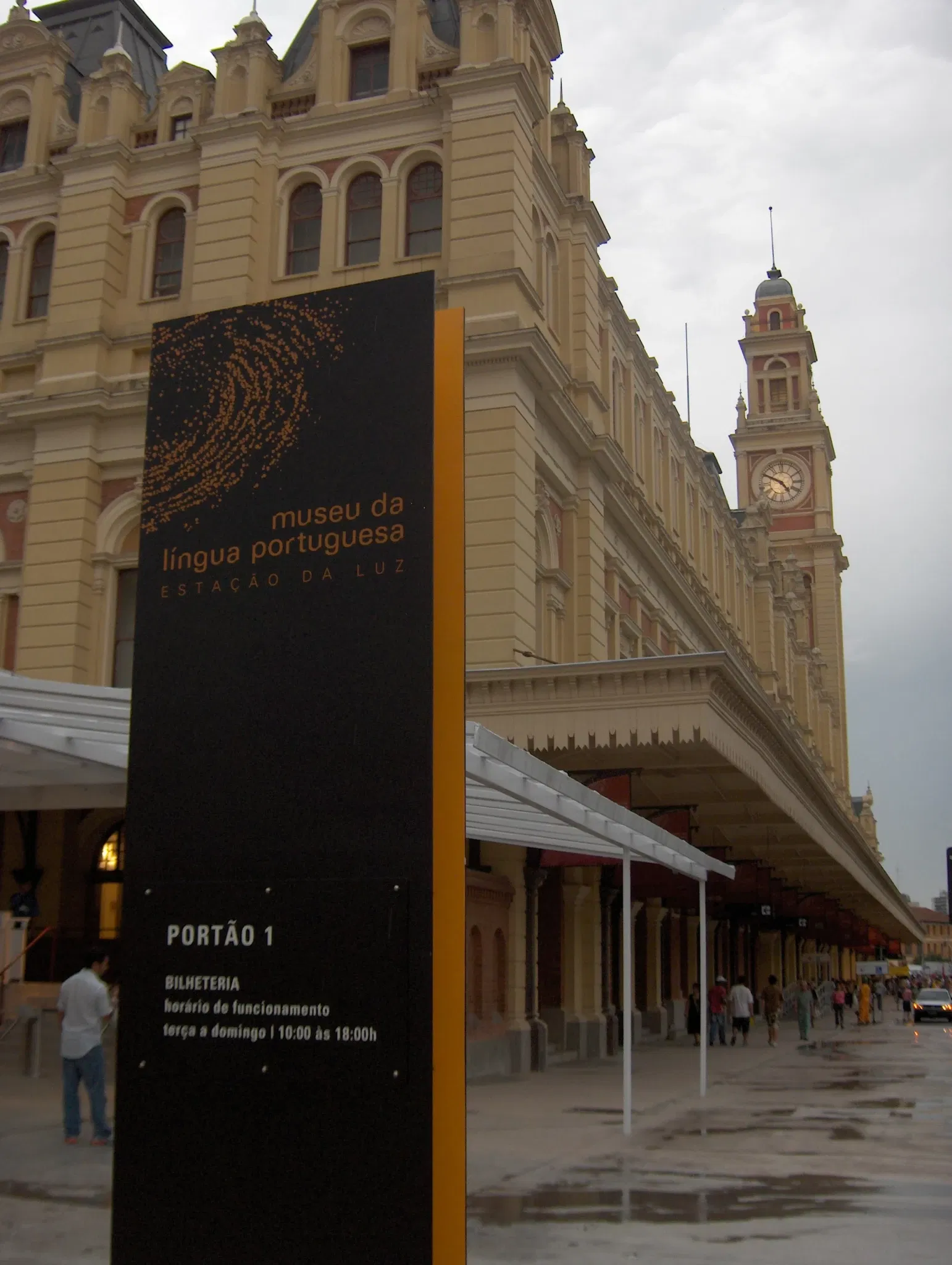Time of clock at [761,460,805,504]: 4:49
